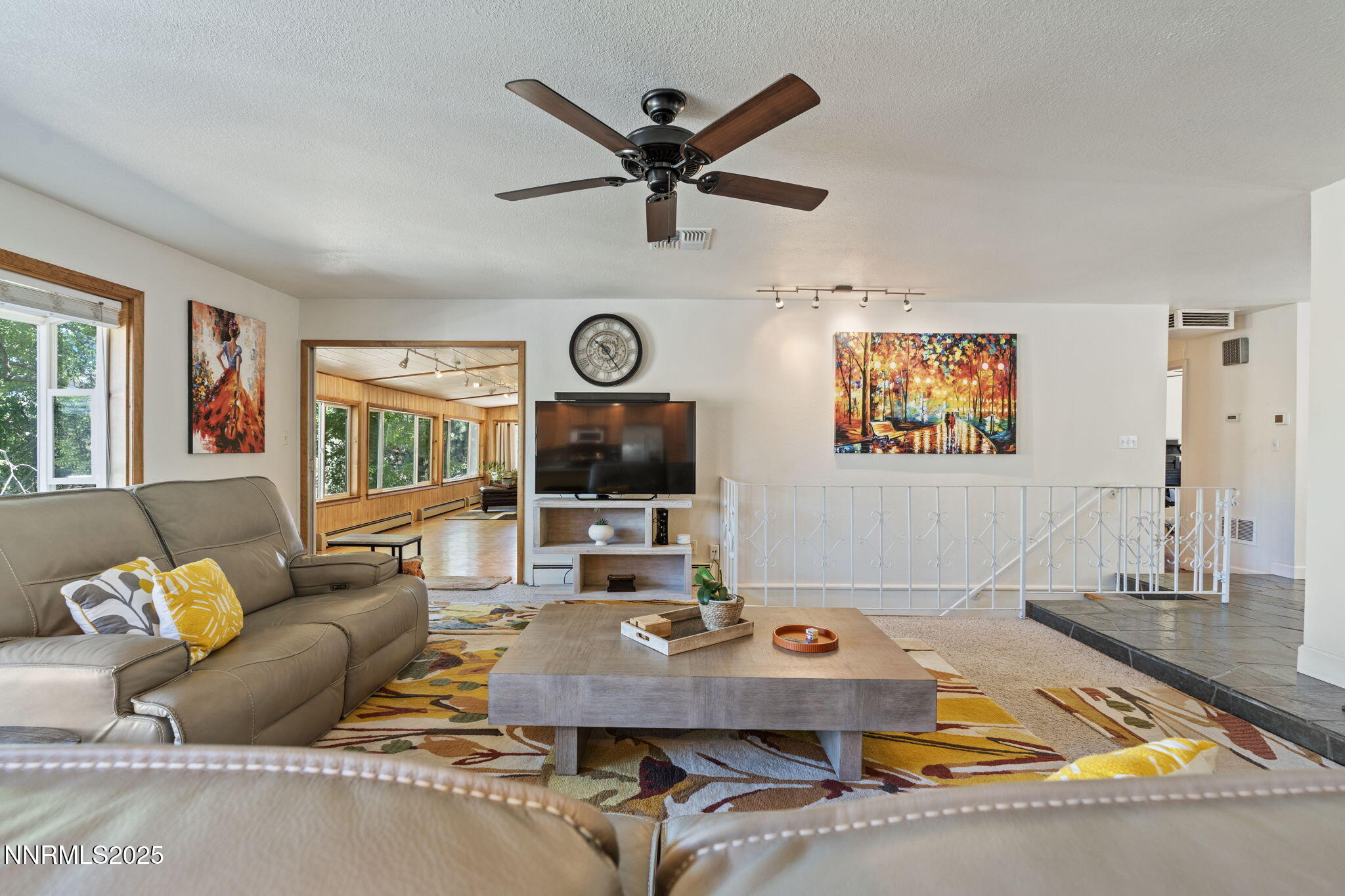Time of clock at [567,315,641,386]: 10:24
